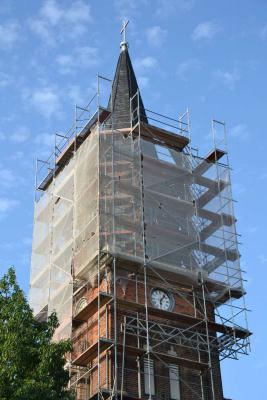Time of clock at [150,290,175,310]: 6:06
